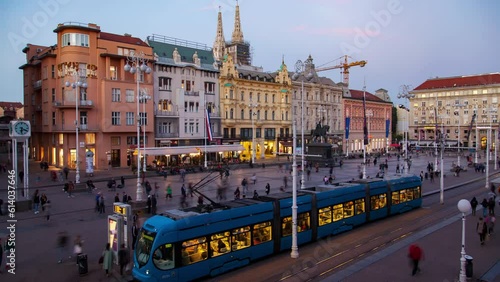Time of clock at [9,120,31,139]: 6:18
